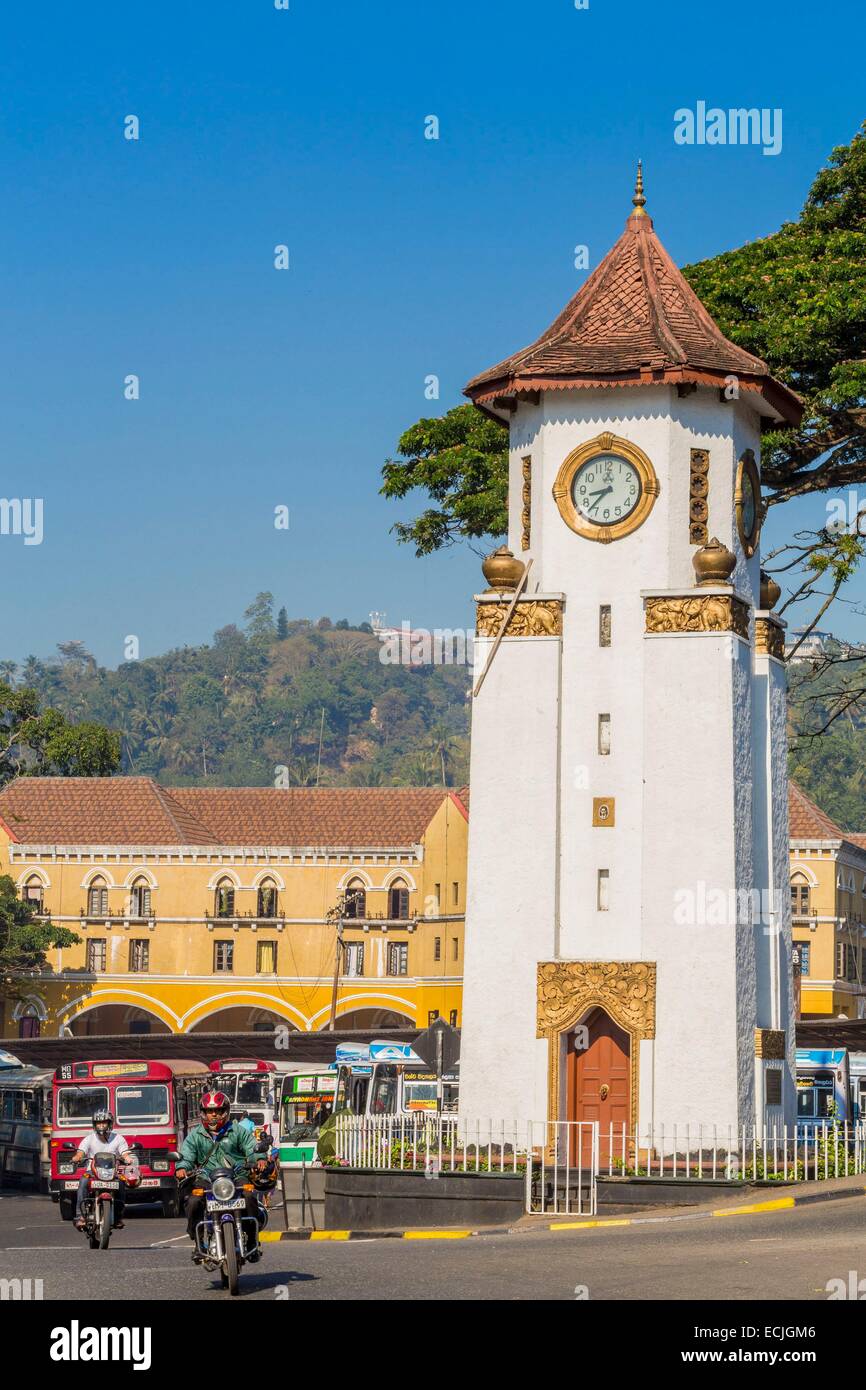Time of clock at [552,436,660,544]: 8:37
